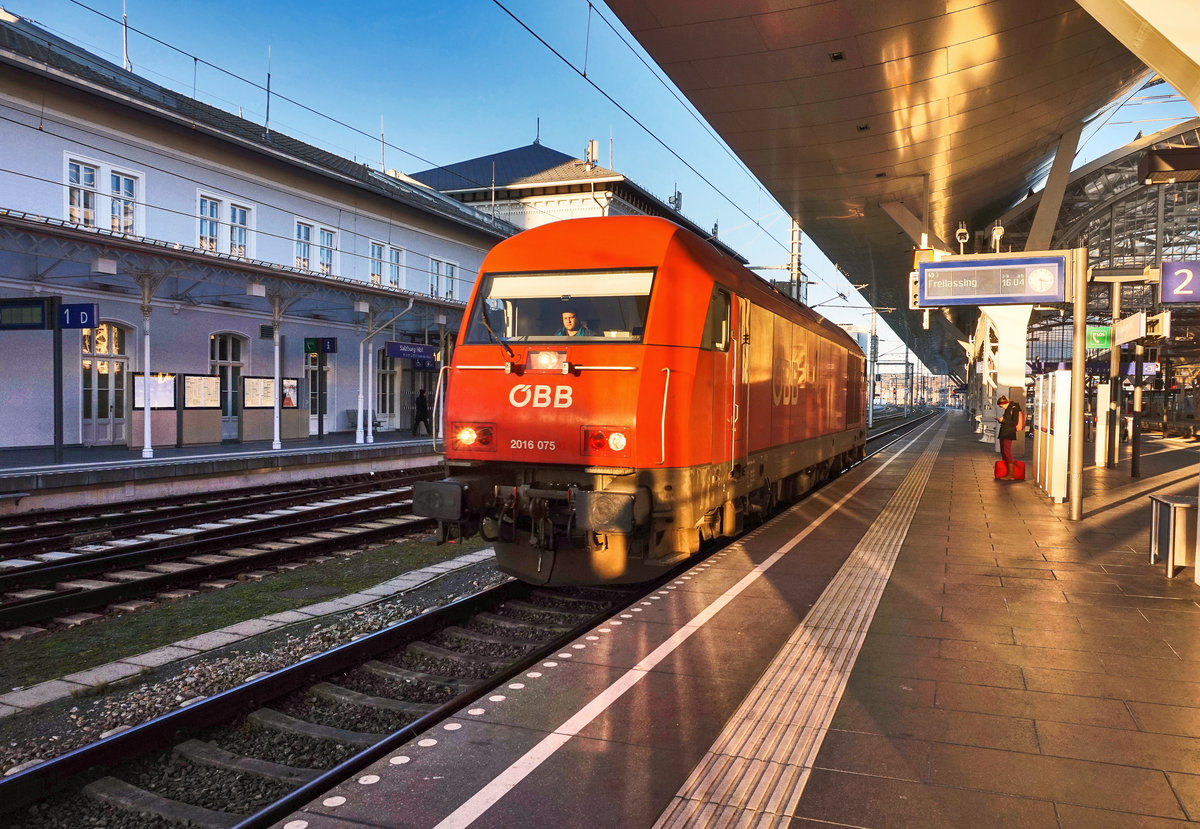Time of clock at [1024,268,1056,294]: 3:30
